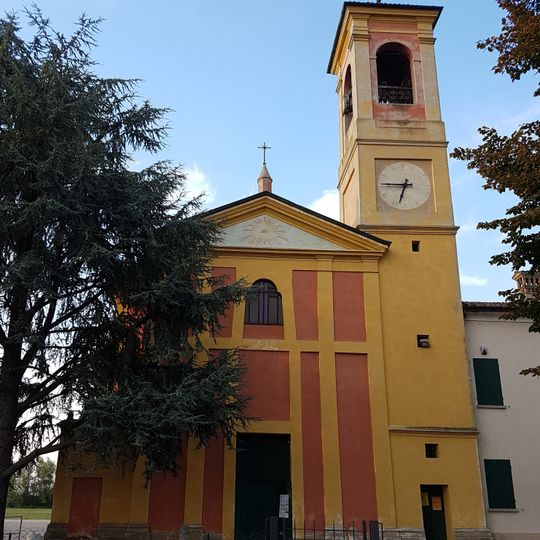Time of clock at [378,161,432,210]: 6:45
